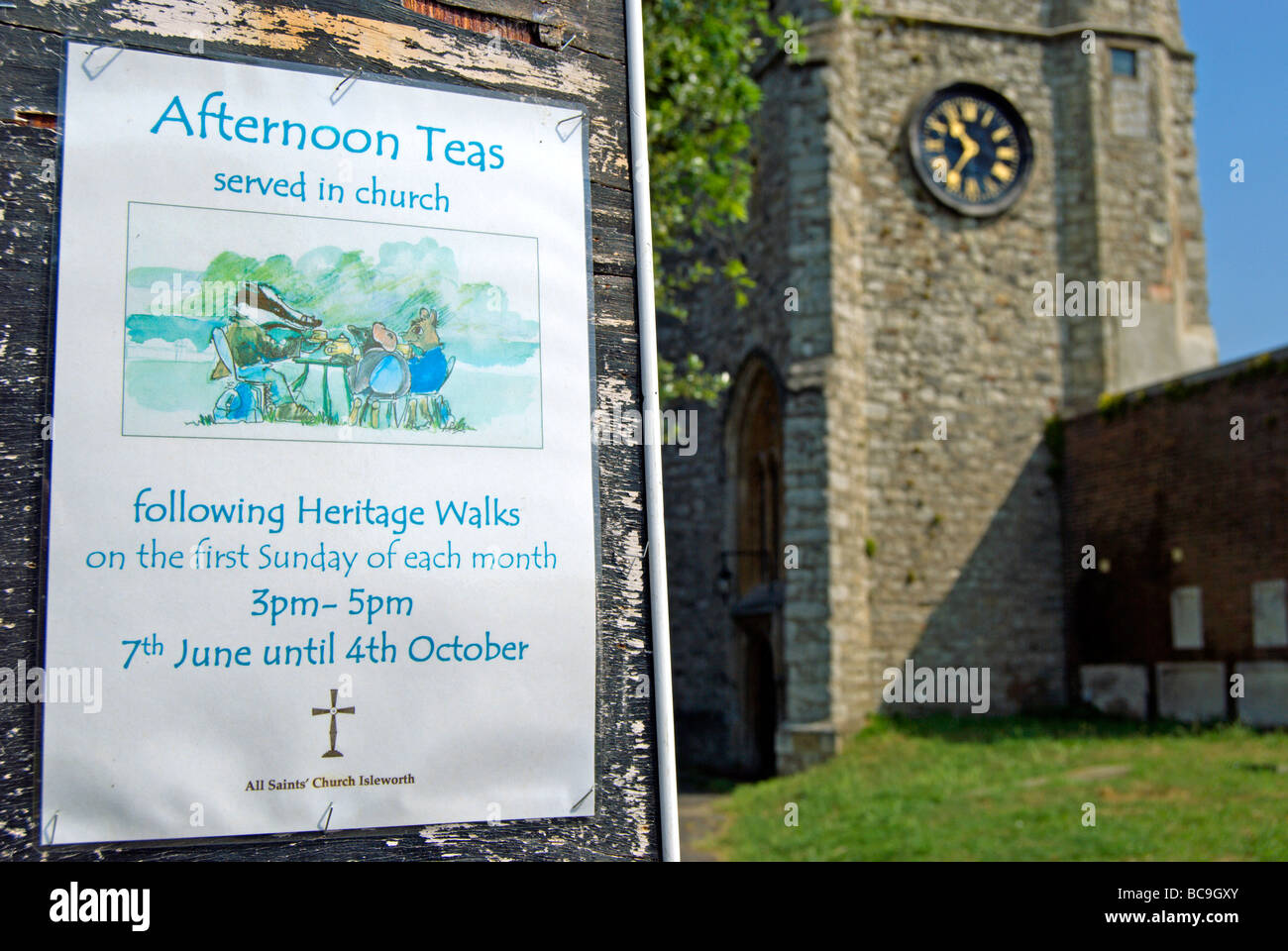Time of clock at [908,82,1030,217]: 10:36
